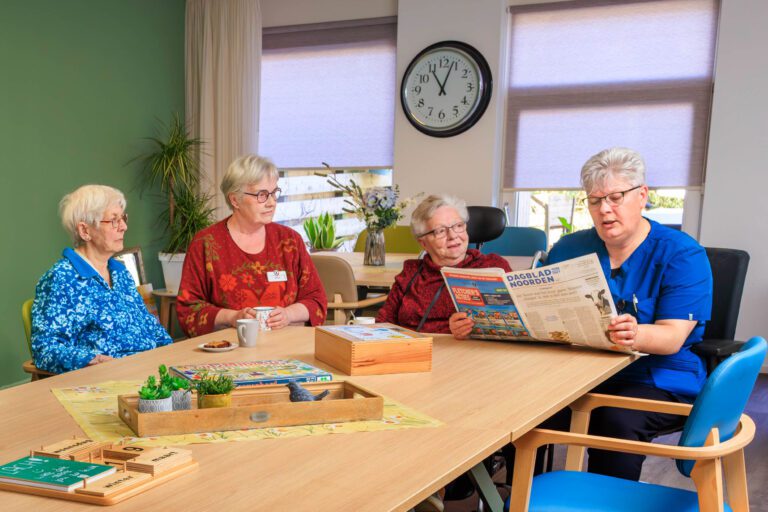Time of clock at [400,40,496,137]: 11:03
